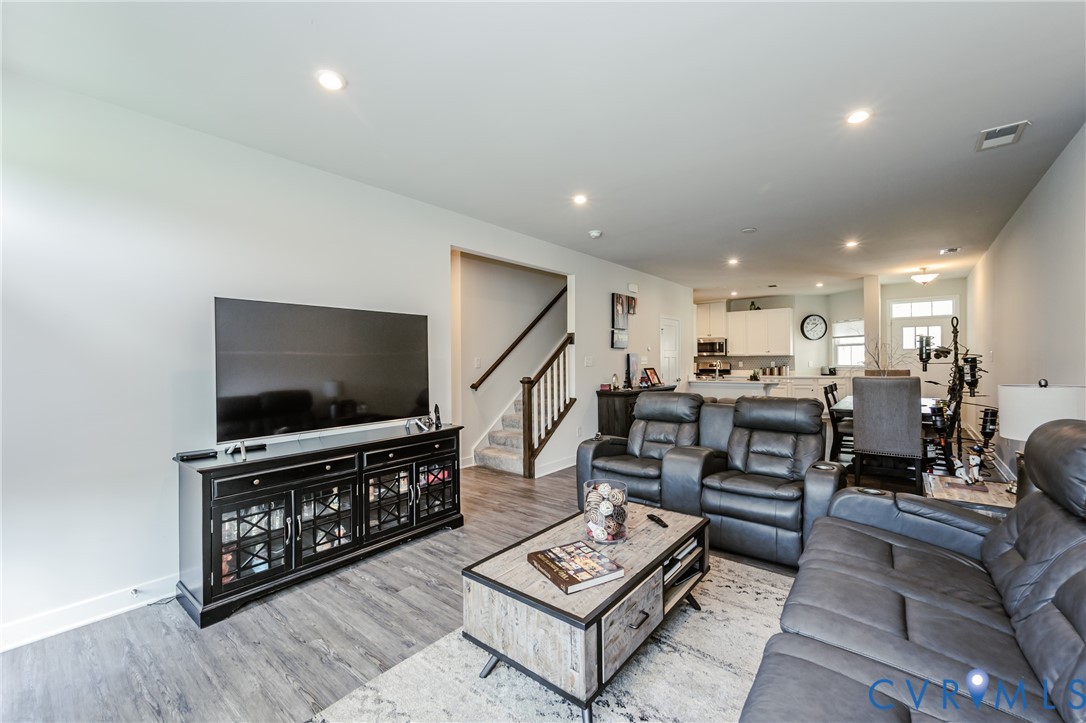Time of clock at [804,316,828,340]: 1:39
